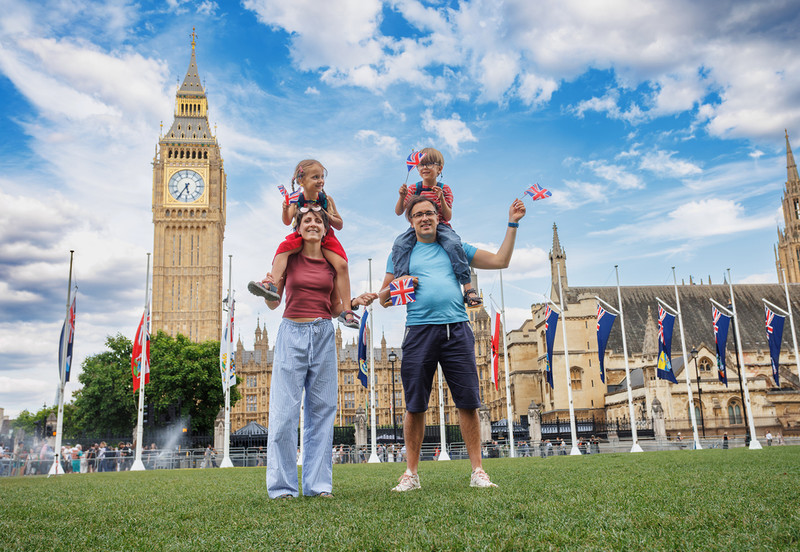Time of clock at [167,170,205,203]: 5:35
